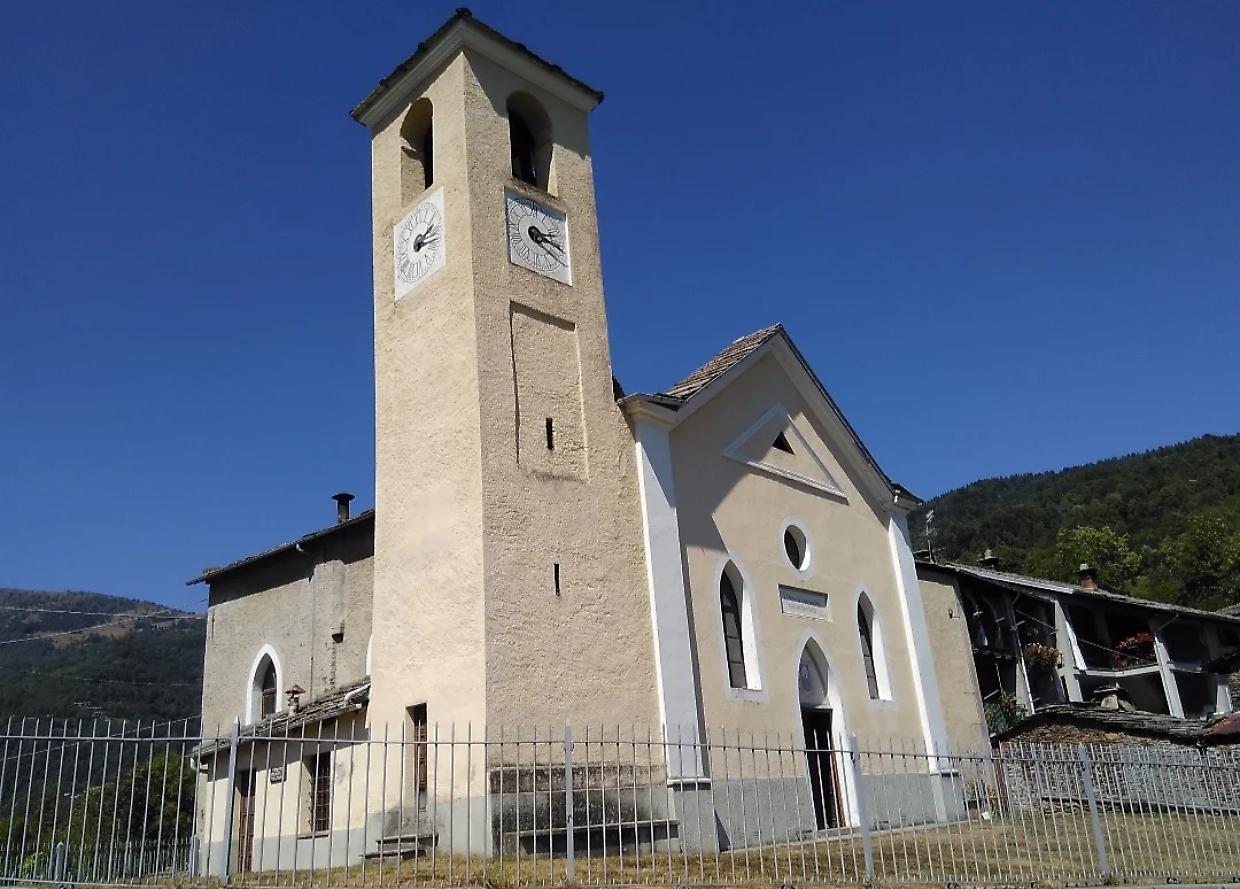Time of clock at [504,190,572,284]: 2:18
